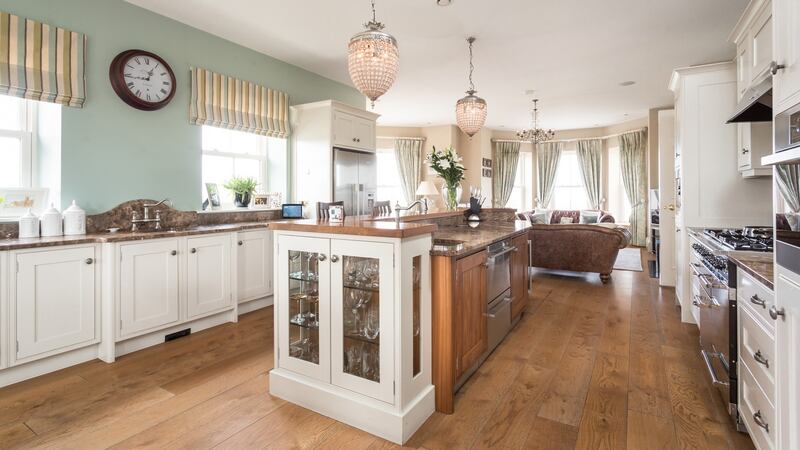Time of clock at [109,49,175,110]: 12:44
